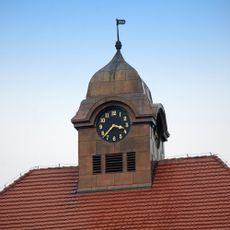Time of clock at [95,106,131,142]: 3:37
